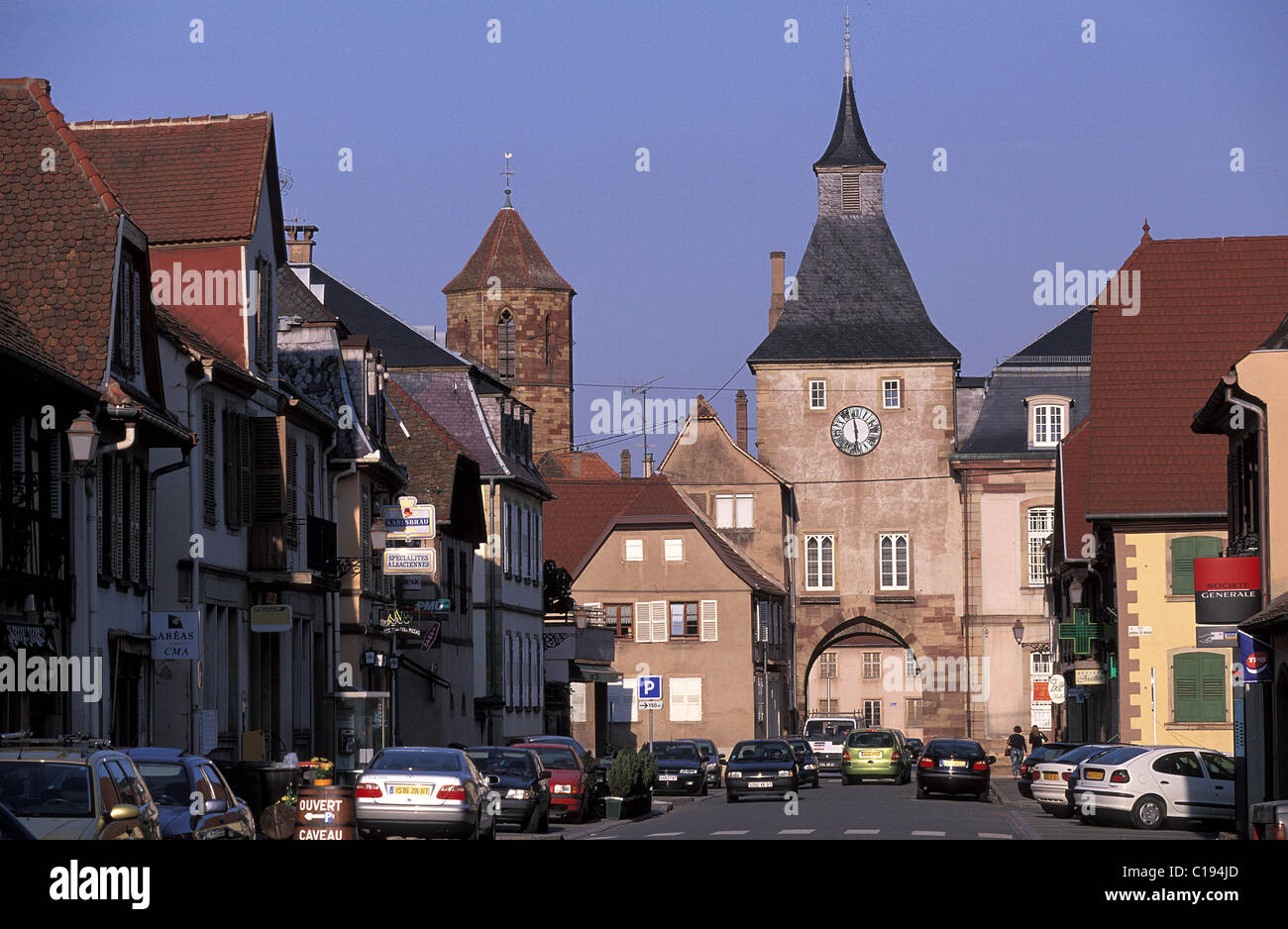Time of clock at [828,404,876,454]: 5:58
